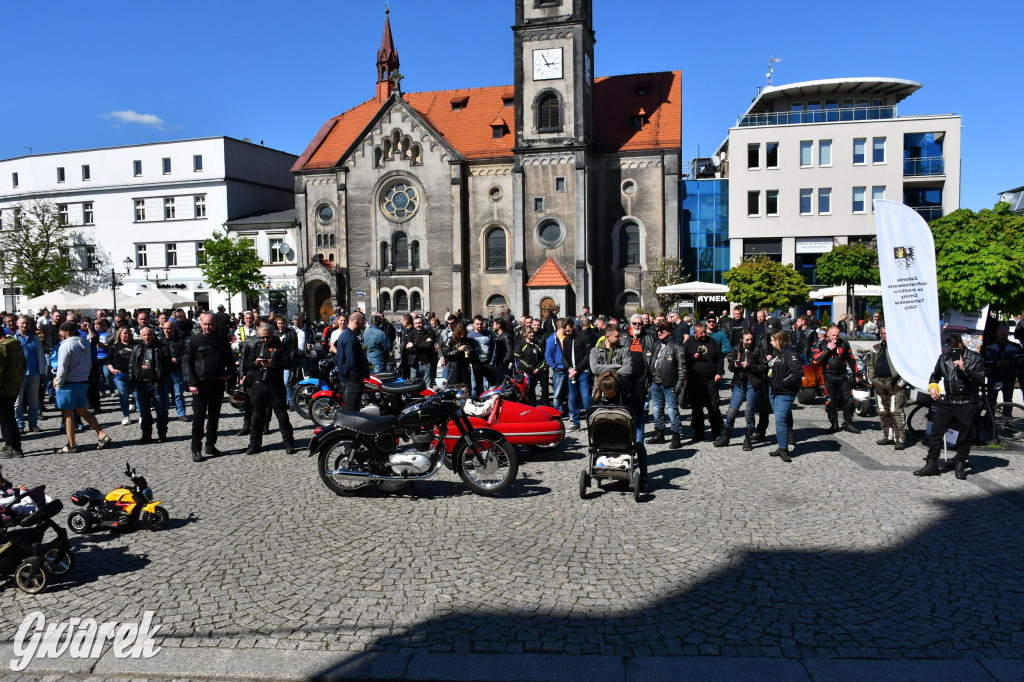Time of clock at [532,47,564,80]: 2:55
